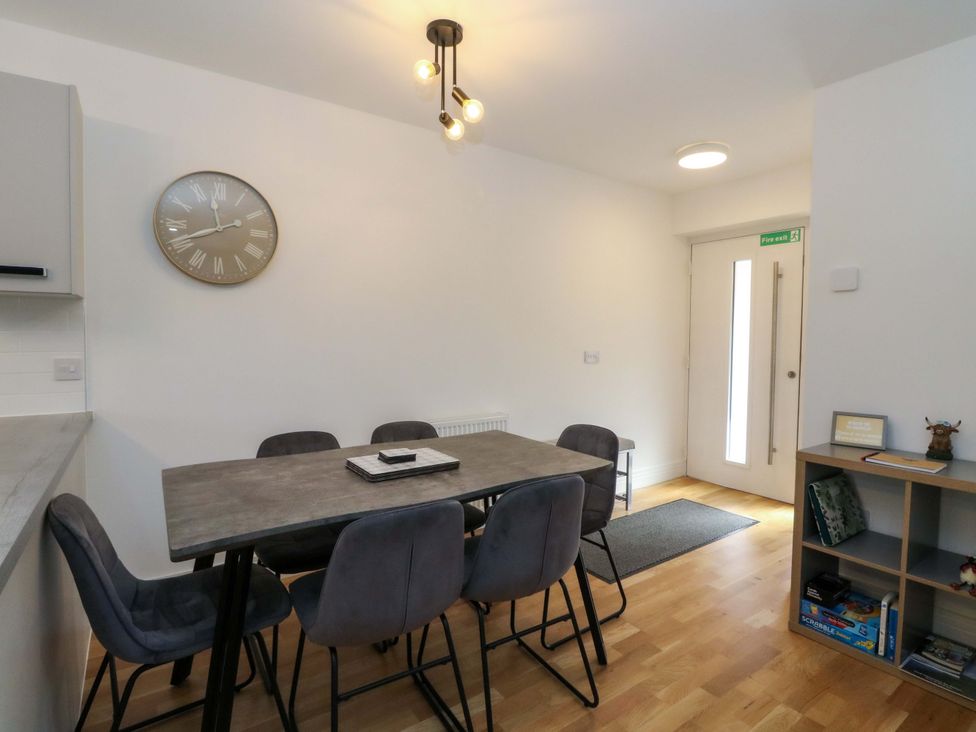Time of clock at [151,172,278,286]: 11:41
